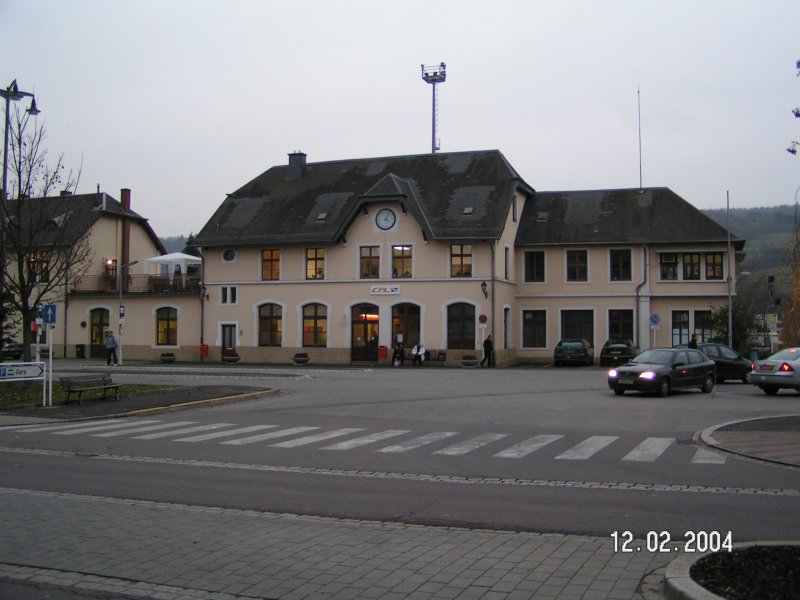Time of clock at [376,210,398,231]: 4:04
